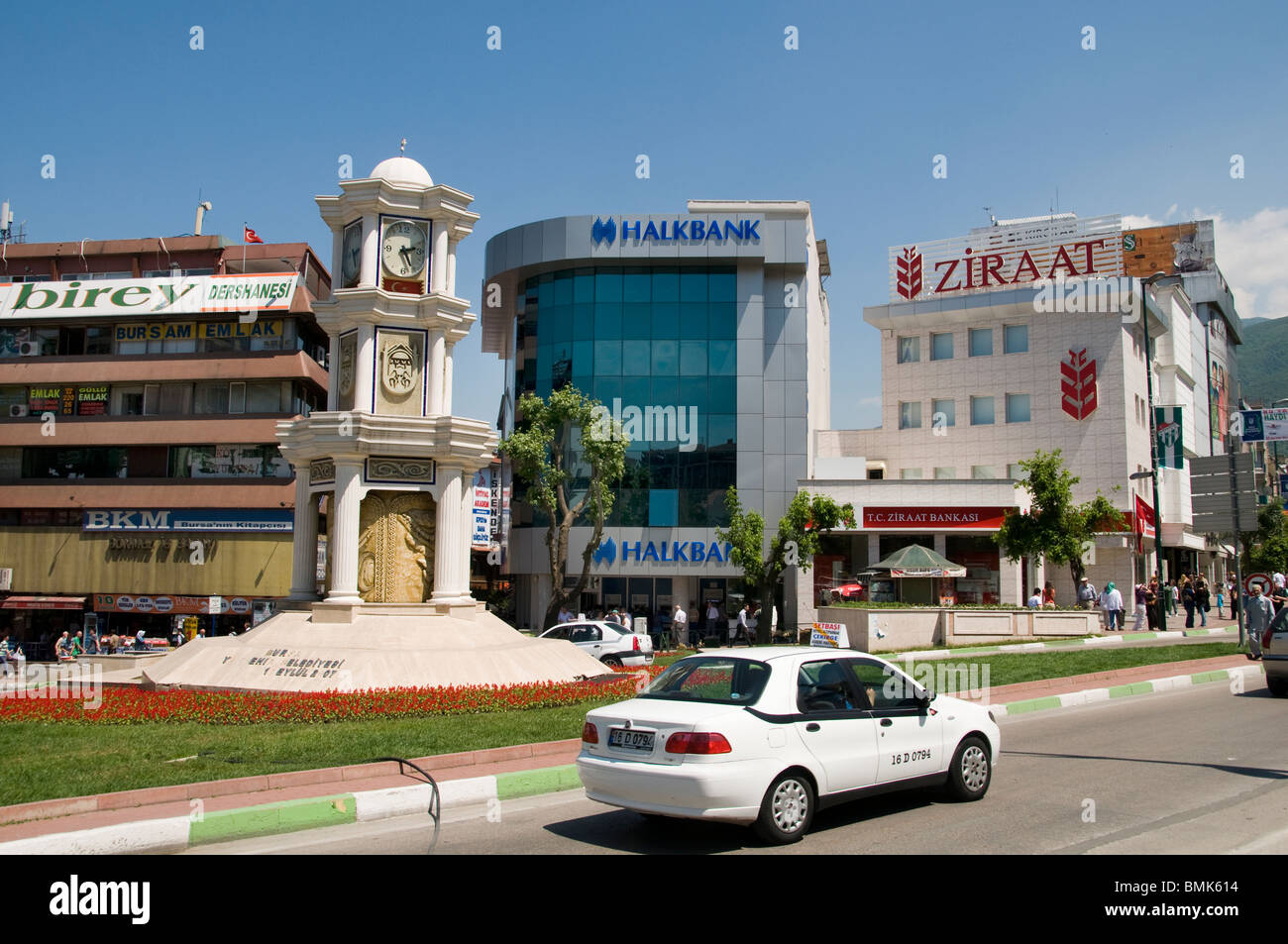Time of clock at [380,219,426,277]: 2:25
